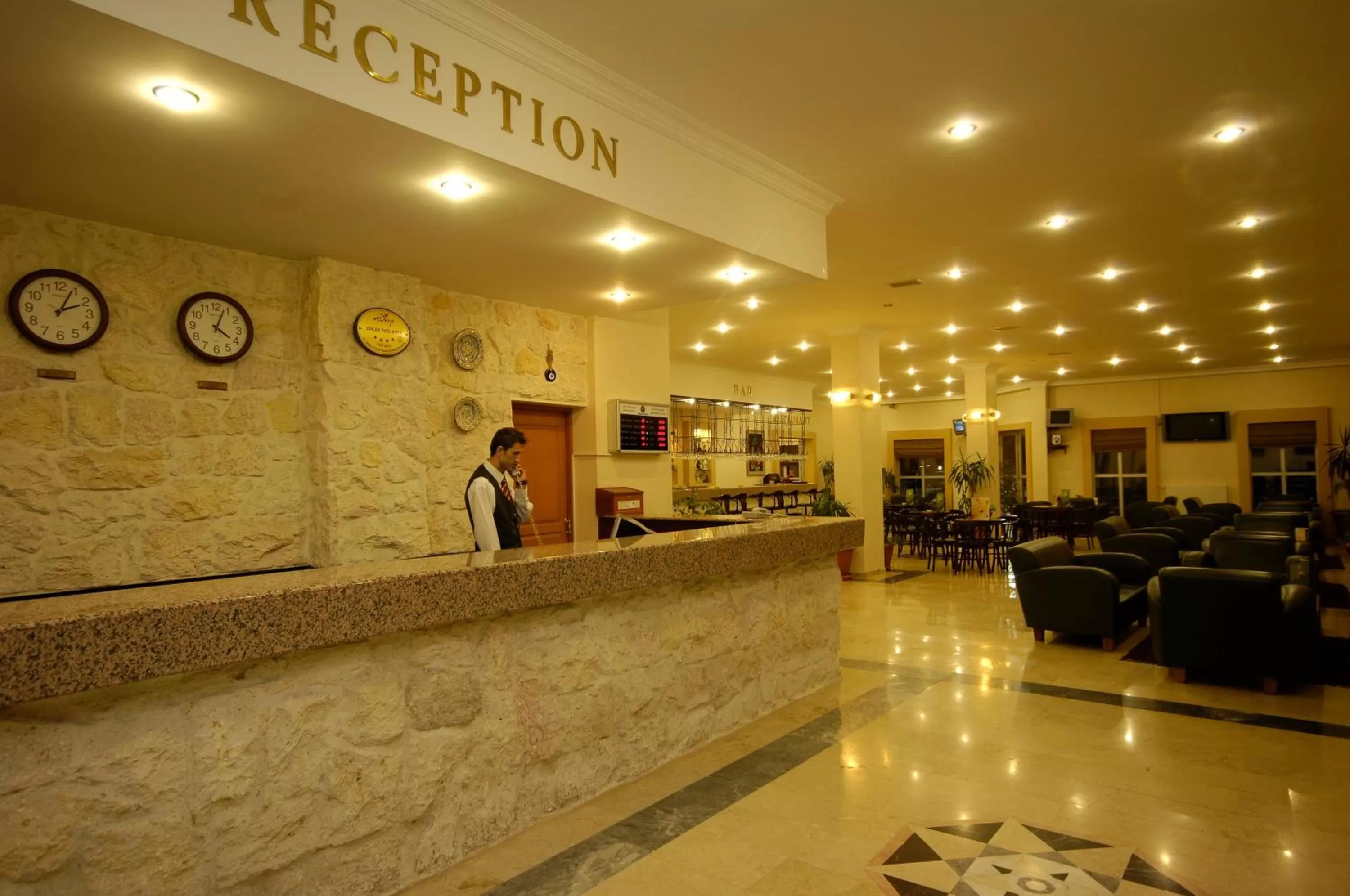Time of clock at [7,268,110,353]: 2:04
